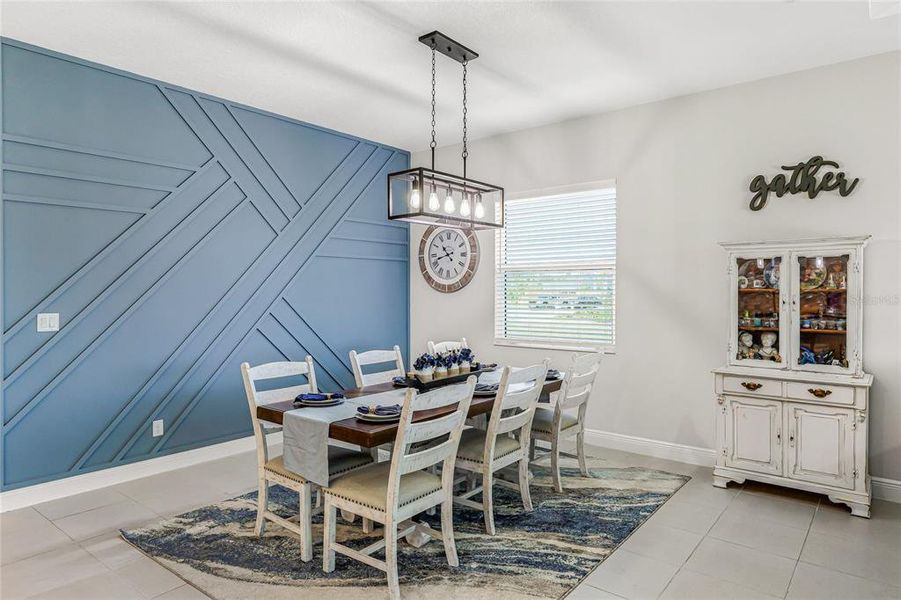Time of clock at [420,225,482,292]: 10:42
